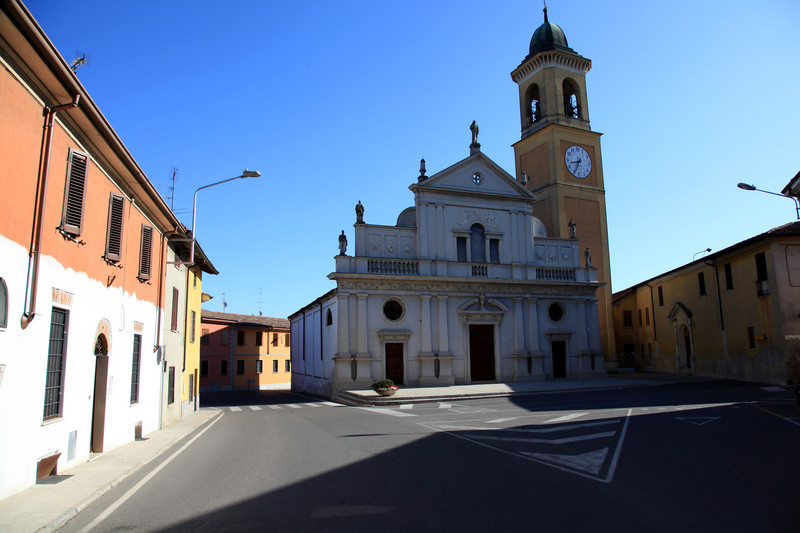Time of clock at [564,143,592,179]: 8:34
